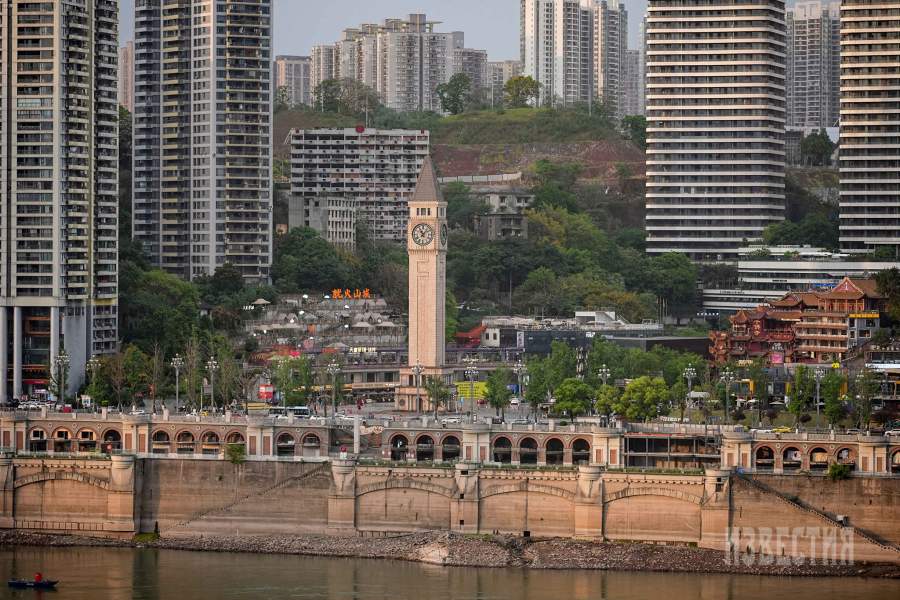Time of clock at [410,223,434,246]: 11:07
